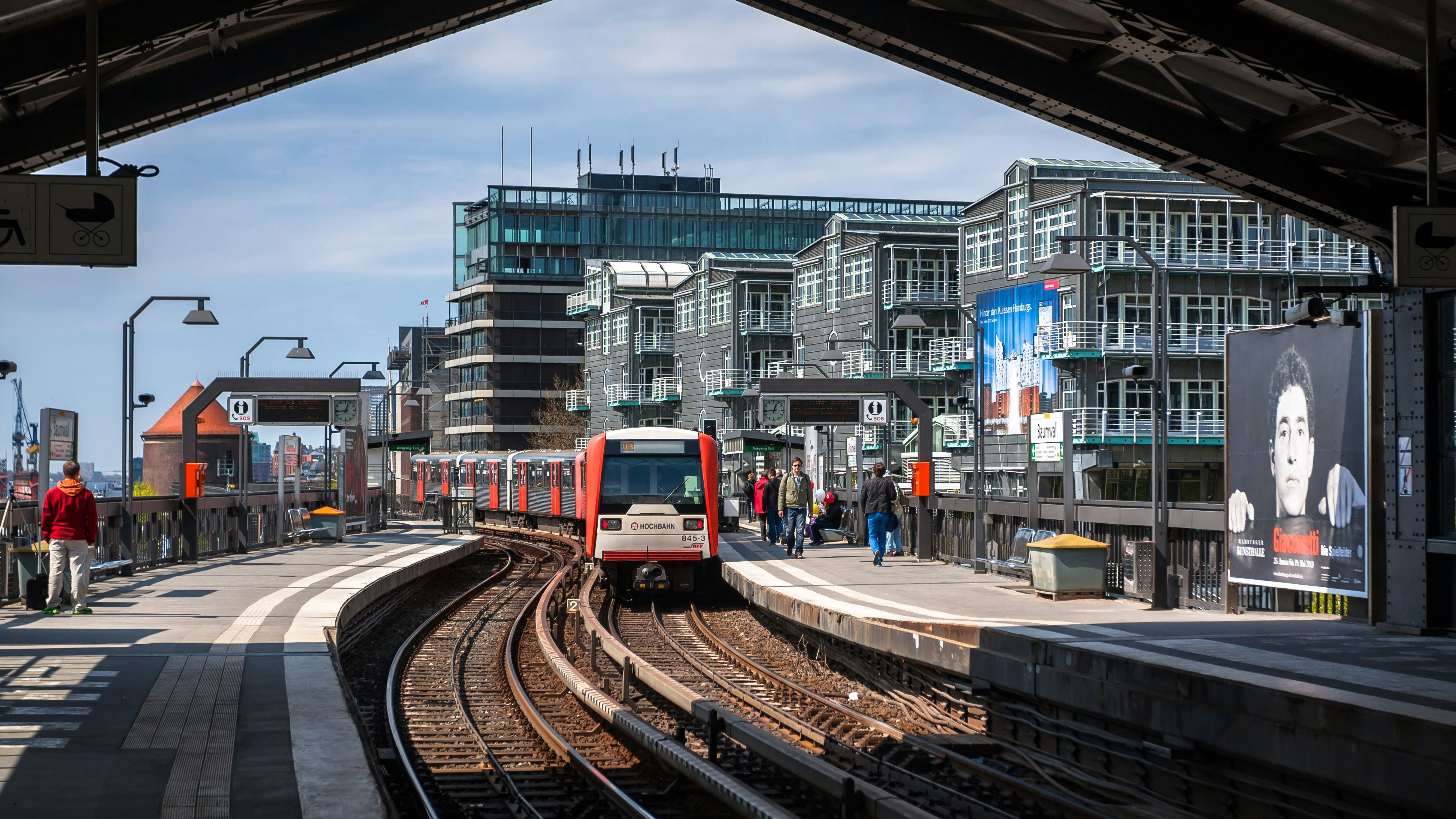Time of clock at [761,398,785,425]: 12:43
